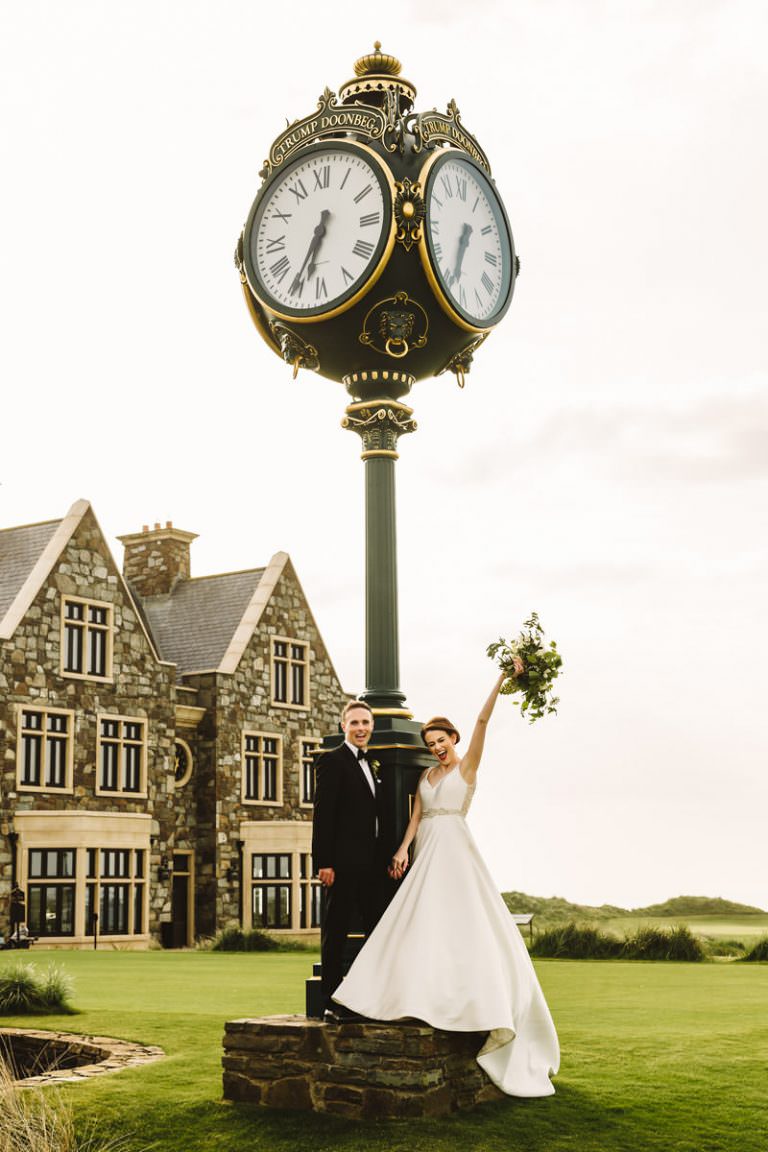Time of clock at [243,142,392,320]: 6:35
